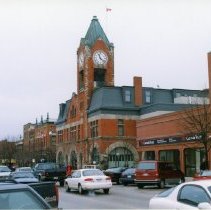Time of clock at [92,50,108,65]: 11:21
